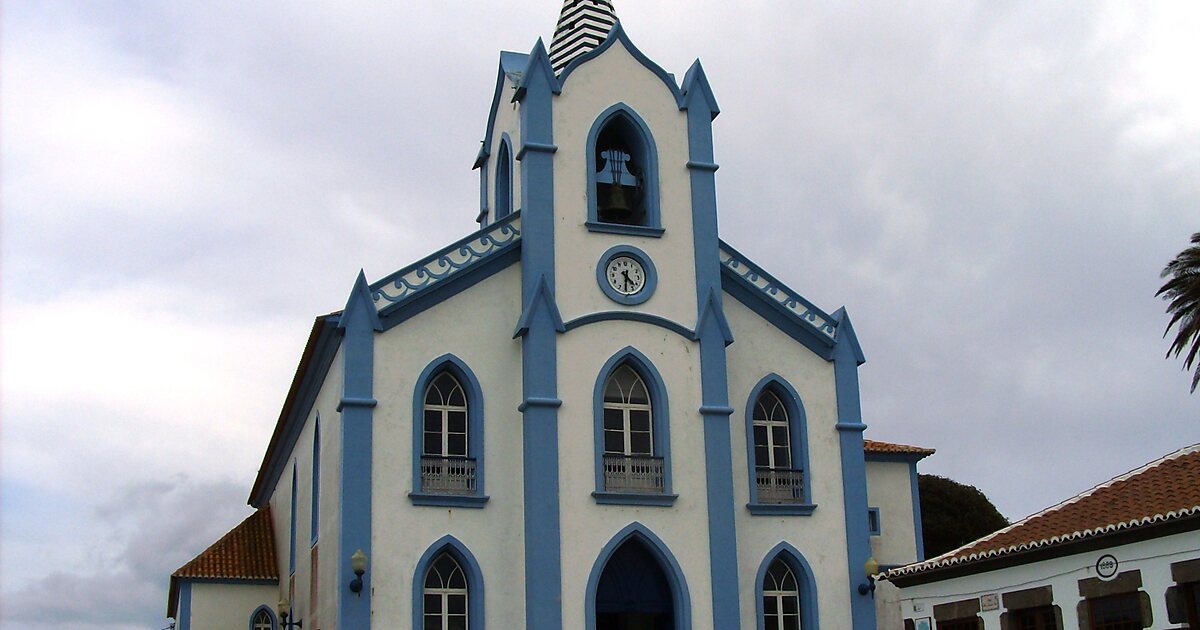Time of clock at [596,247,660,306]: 4:30
